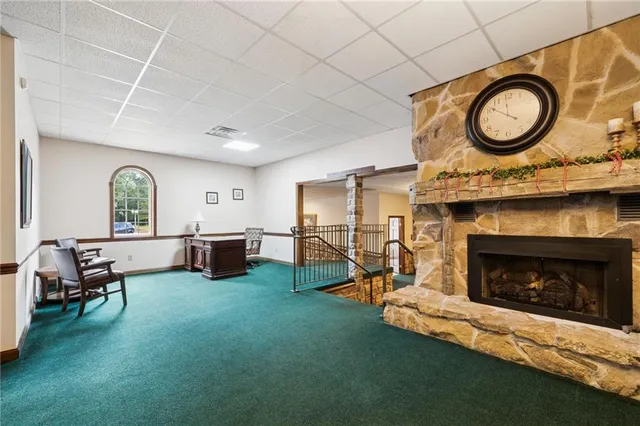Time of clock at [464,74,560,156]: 11:50
